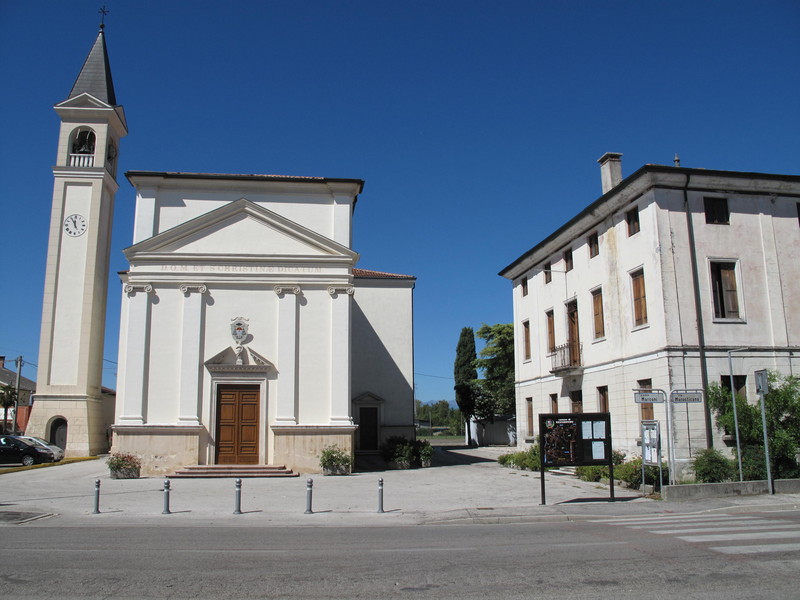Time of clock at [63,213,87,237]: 11:55
